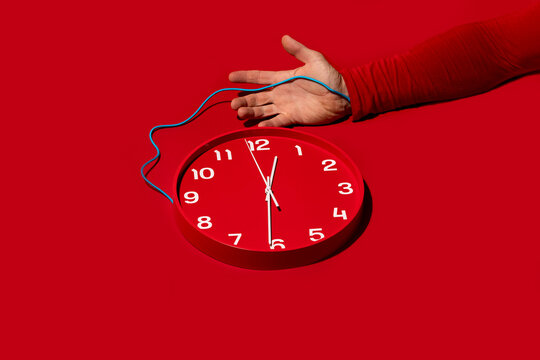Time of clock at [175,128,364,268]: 12:30
